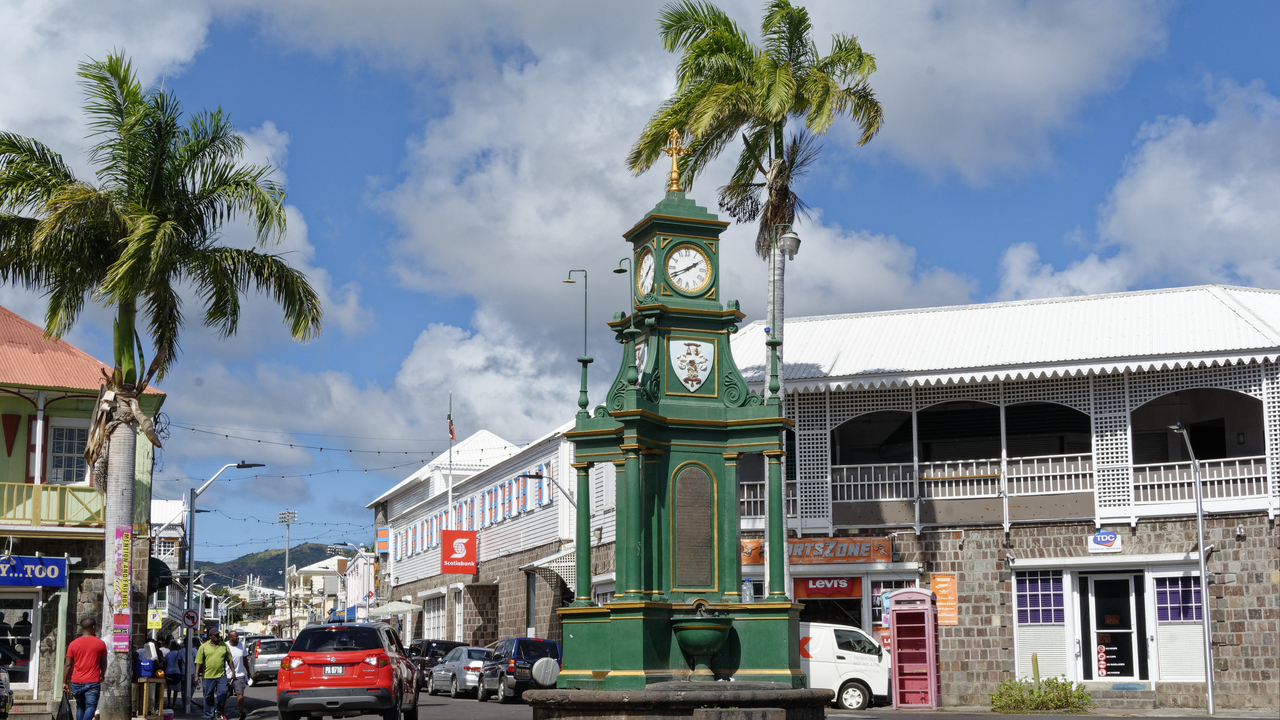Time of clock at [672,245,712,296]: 1:41
